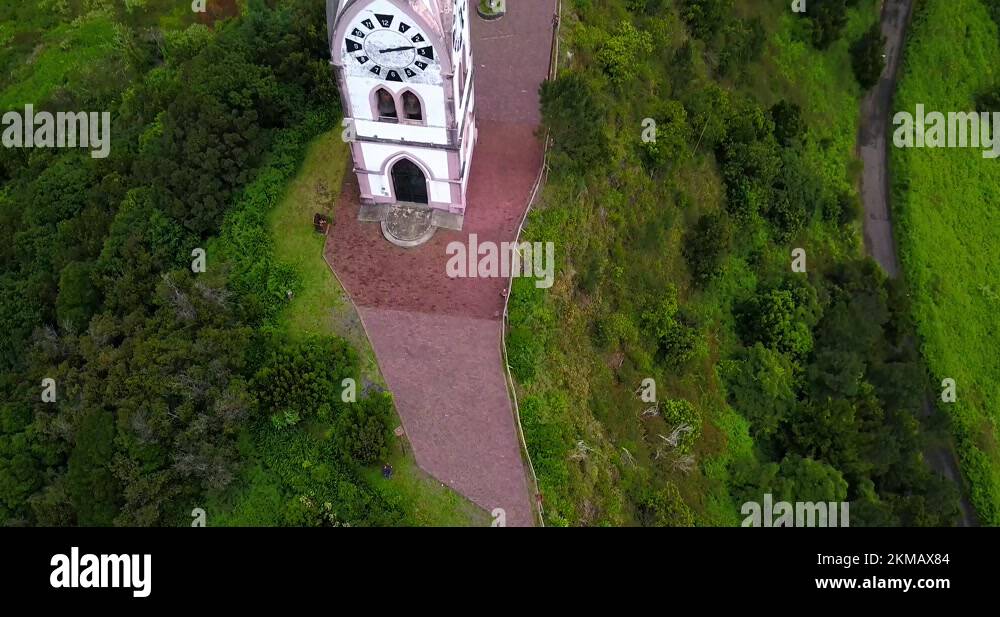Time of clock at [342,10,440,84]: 2:12
